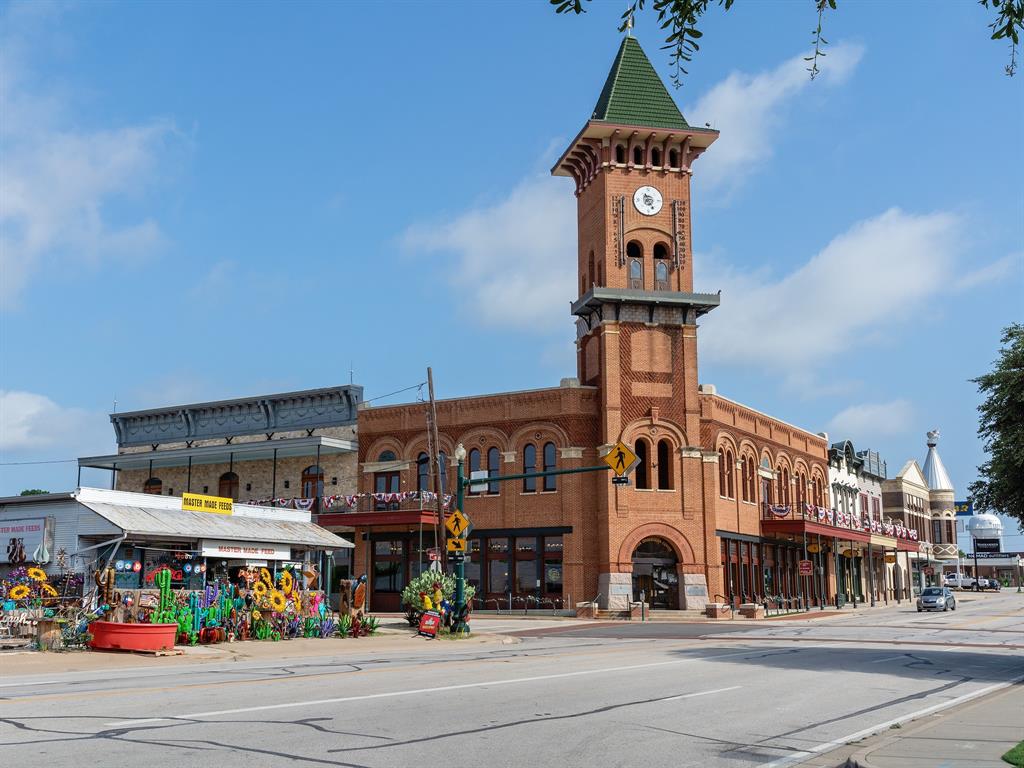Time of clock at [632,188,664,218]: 7:24
